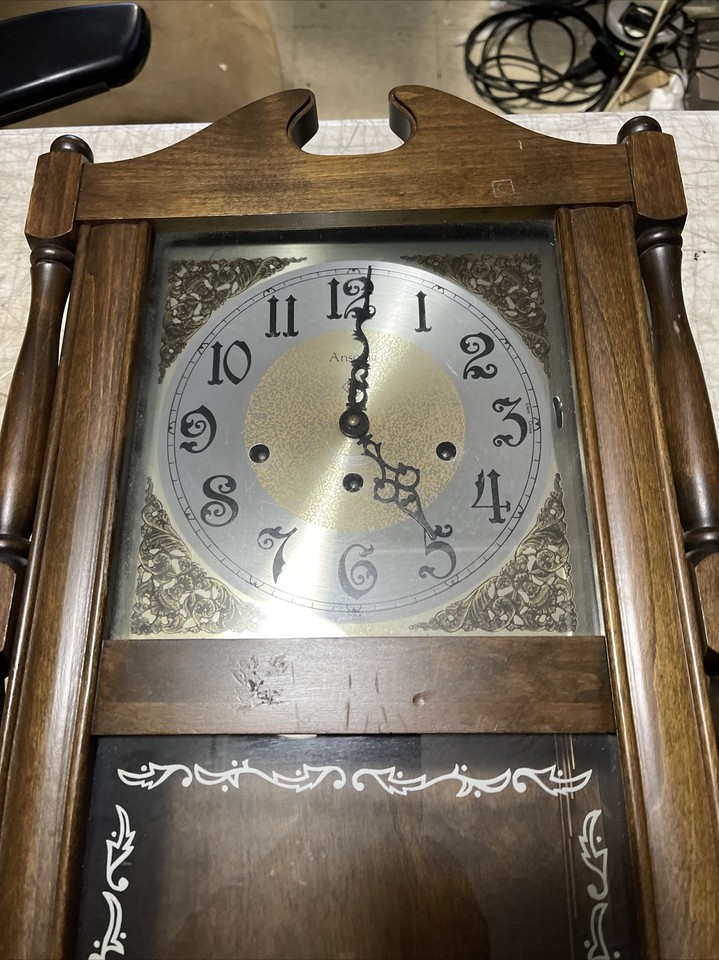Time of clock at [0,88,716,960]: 5:01
